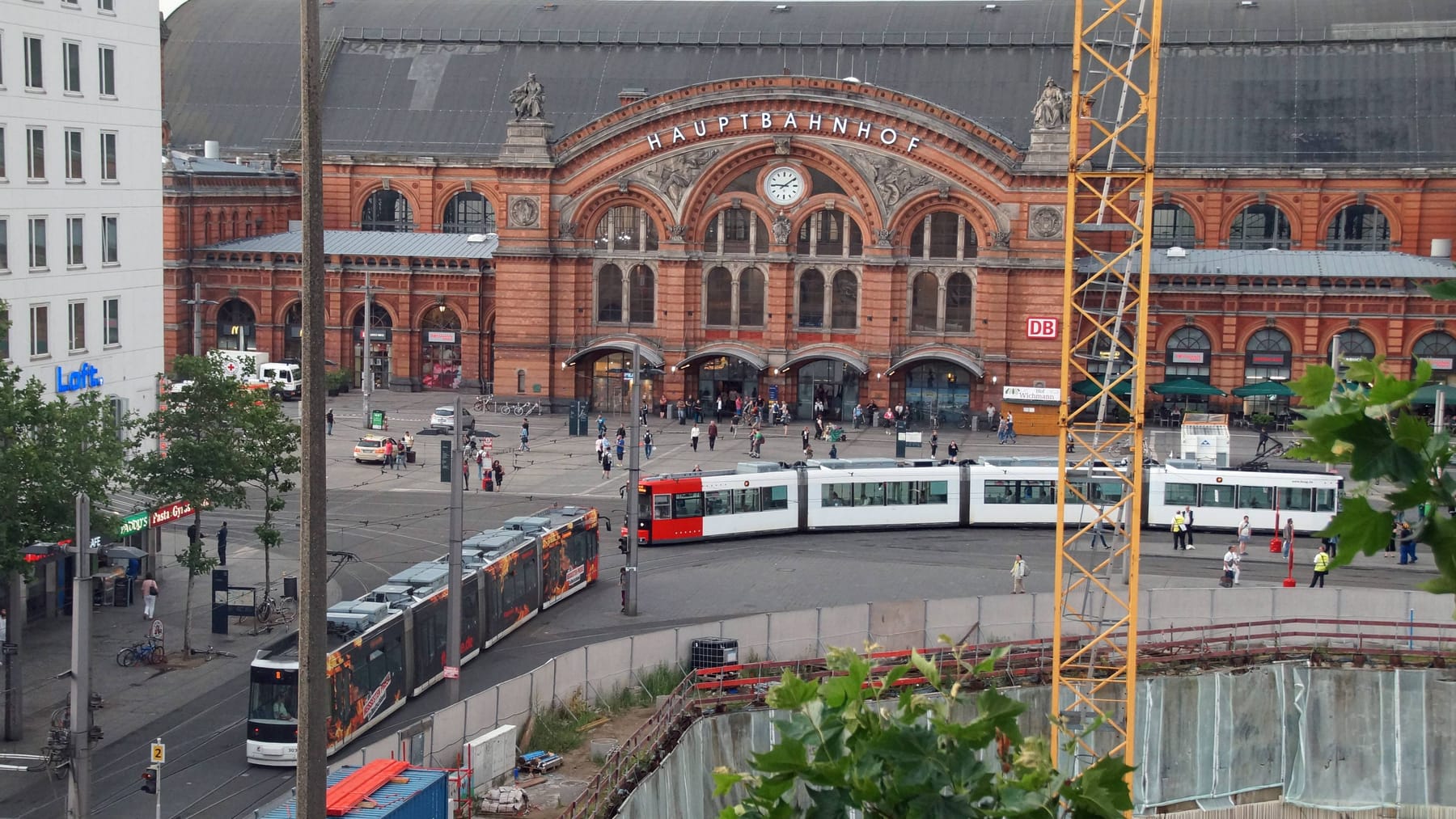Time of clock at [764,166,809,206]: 9:09
